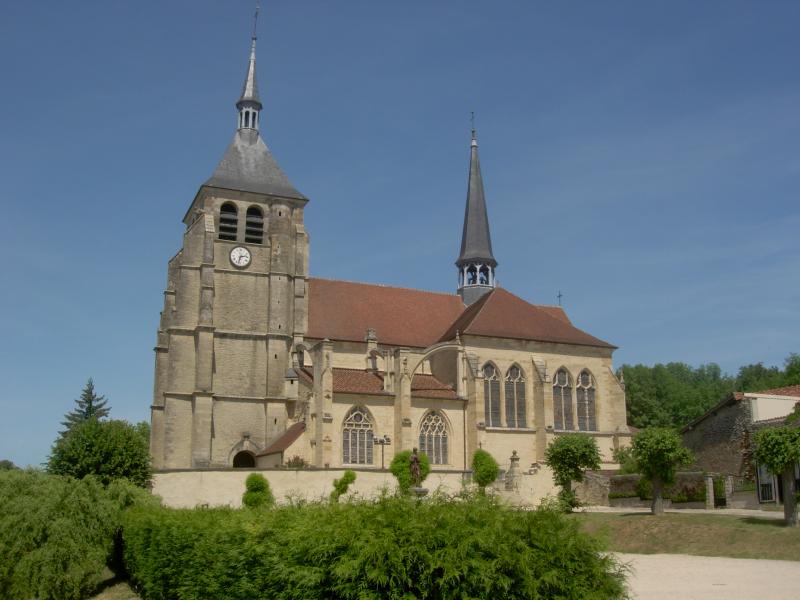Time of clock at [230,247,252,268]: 2:32
